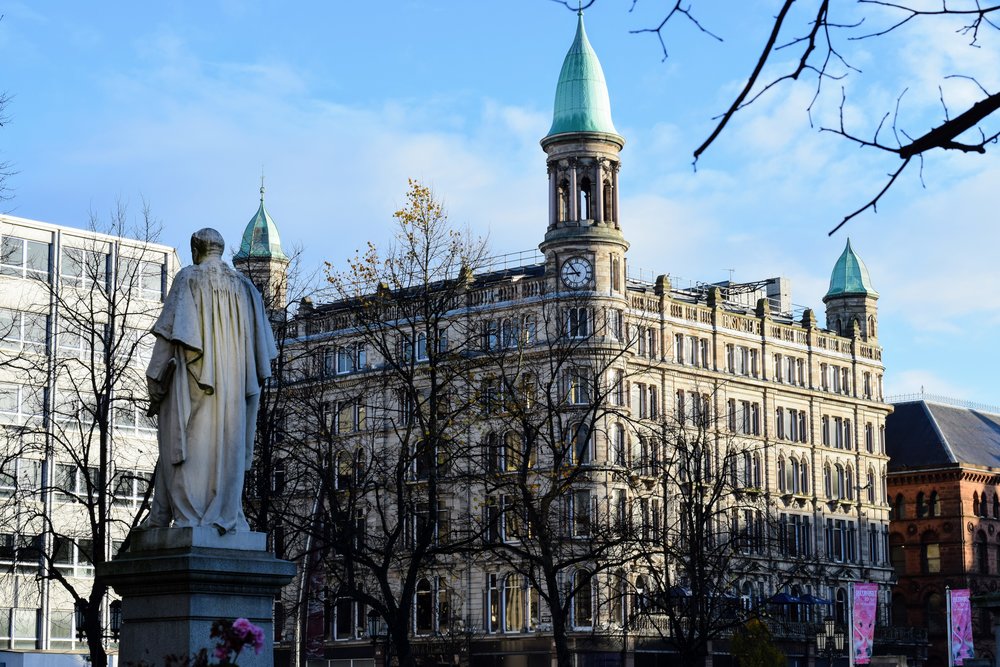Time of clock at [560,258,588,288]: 8:53
